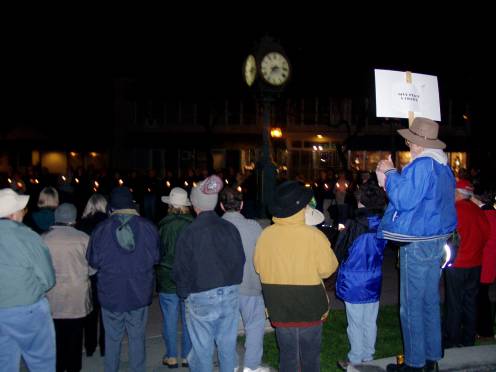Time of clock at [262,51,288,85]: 7:13
